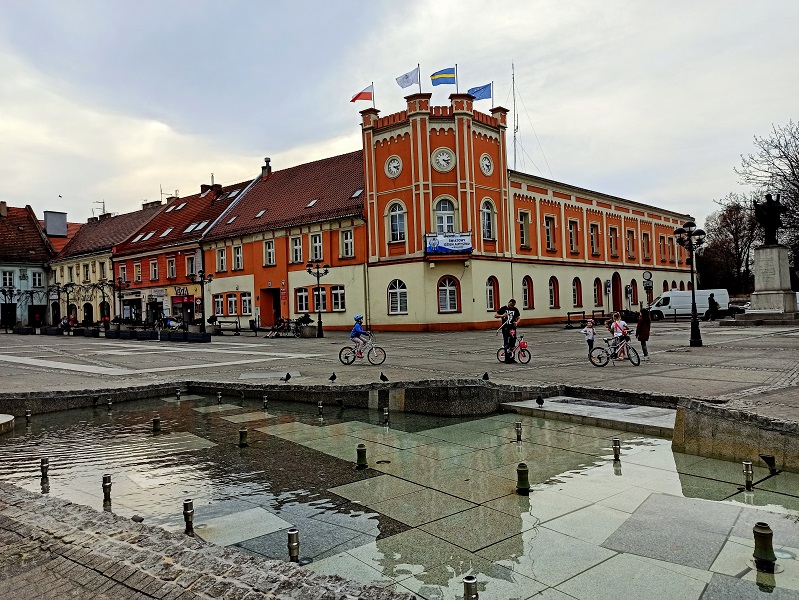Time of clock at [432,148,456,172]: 3:22
